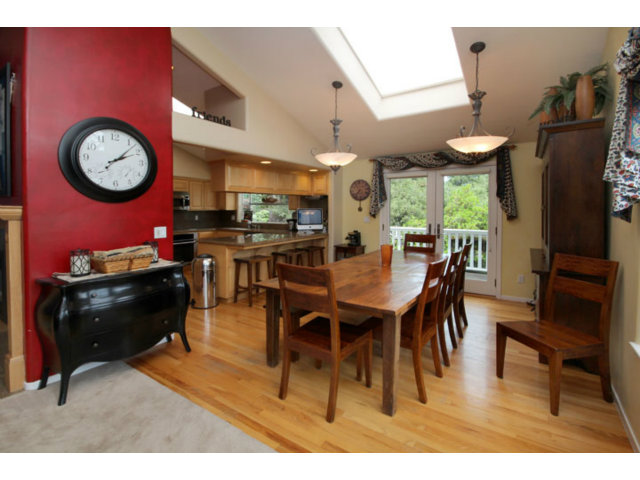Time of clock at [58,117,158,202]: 2:07
